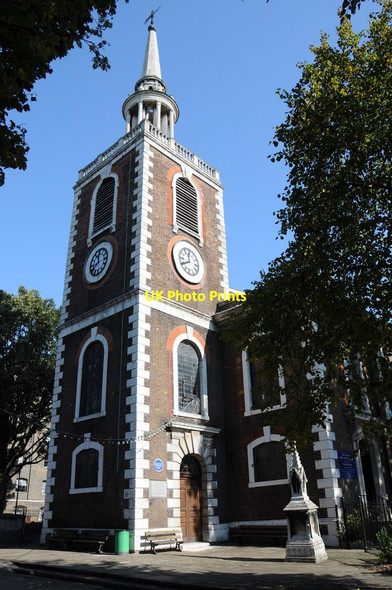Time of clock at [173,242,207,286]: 11:40
